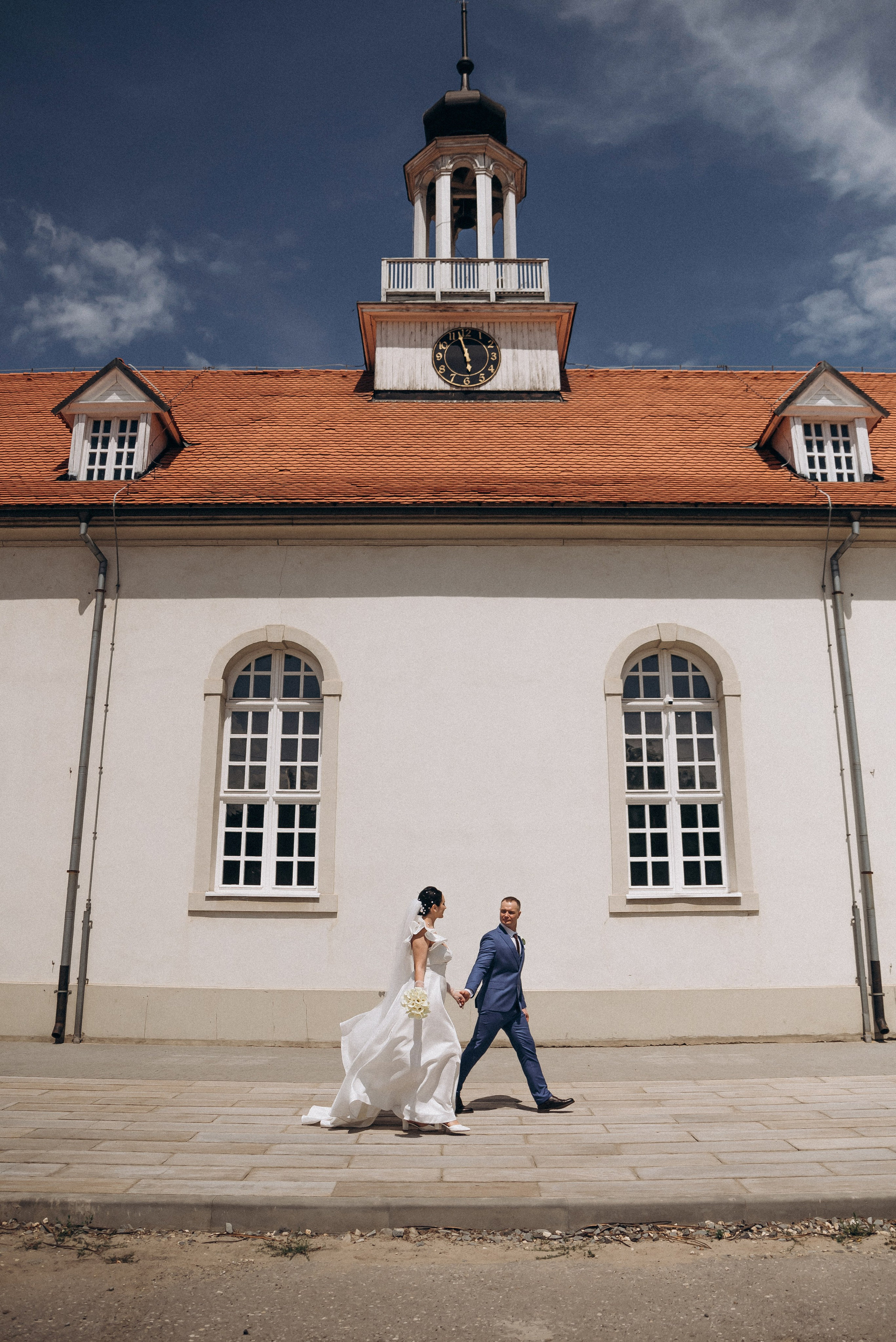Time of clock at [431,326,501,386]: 5:57
